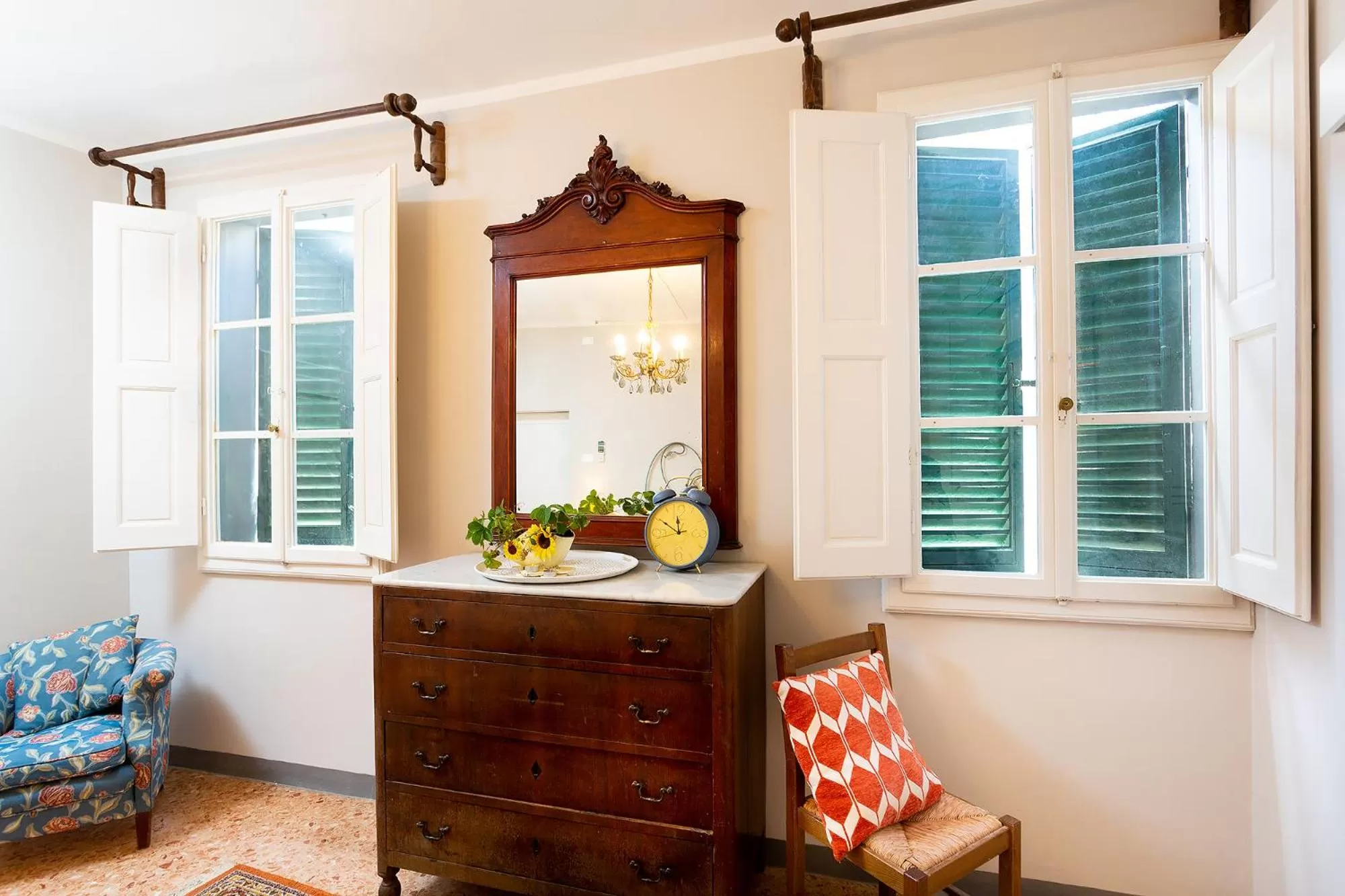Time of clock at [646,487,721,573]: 11:50
